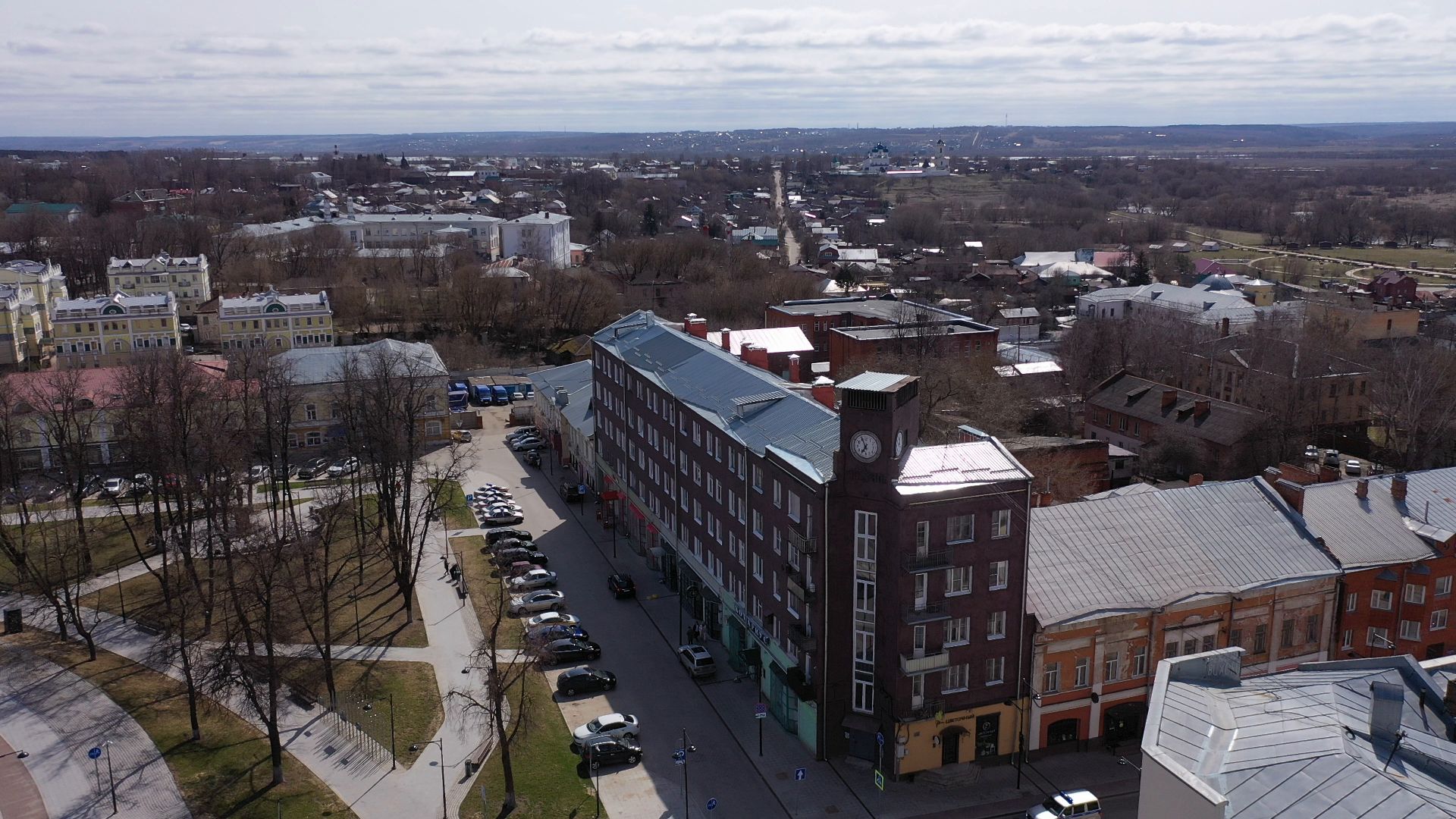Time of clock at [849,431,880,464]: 6:56
